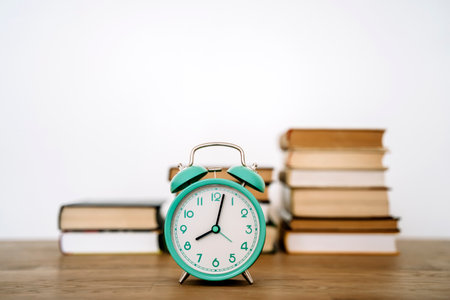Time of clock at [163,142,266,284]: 8:02
